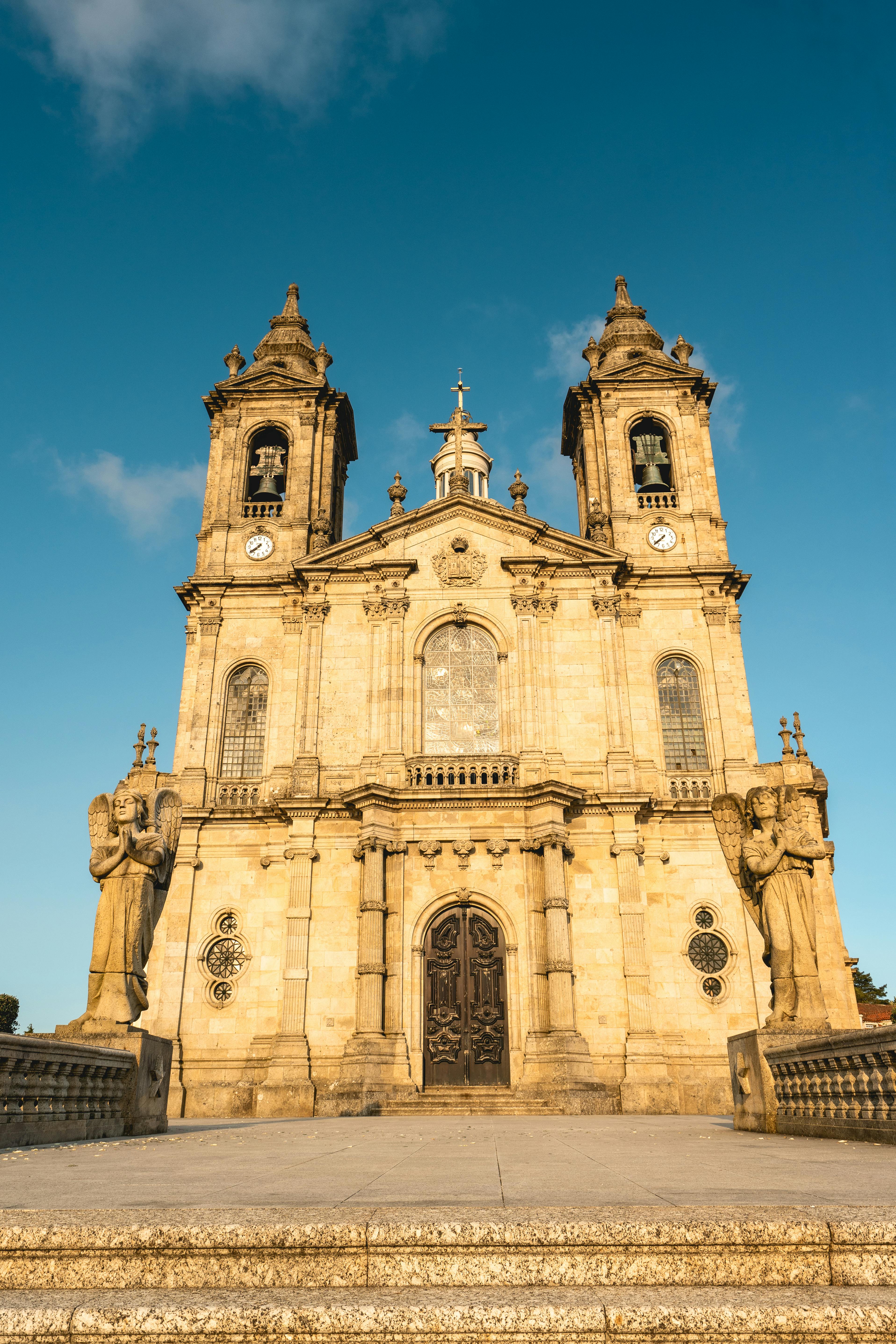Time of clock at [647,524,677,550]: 7:38
